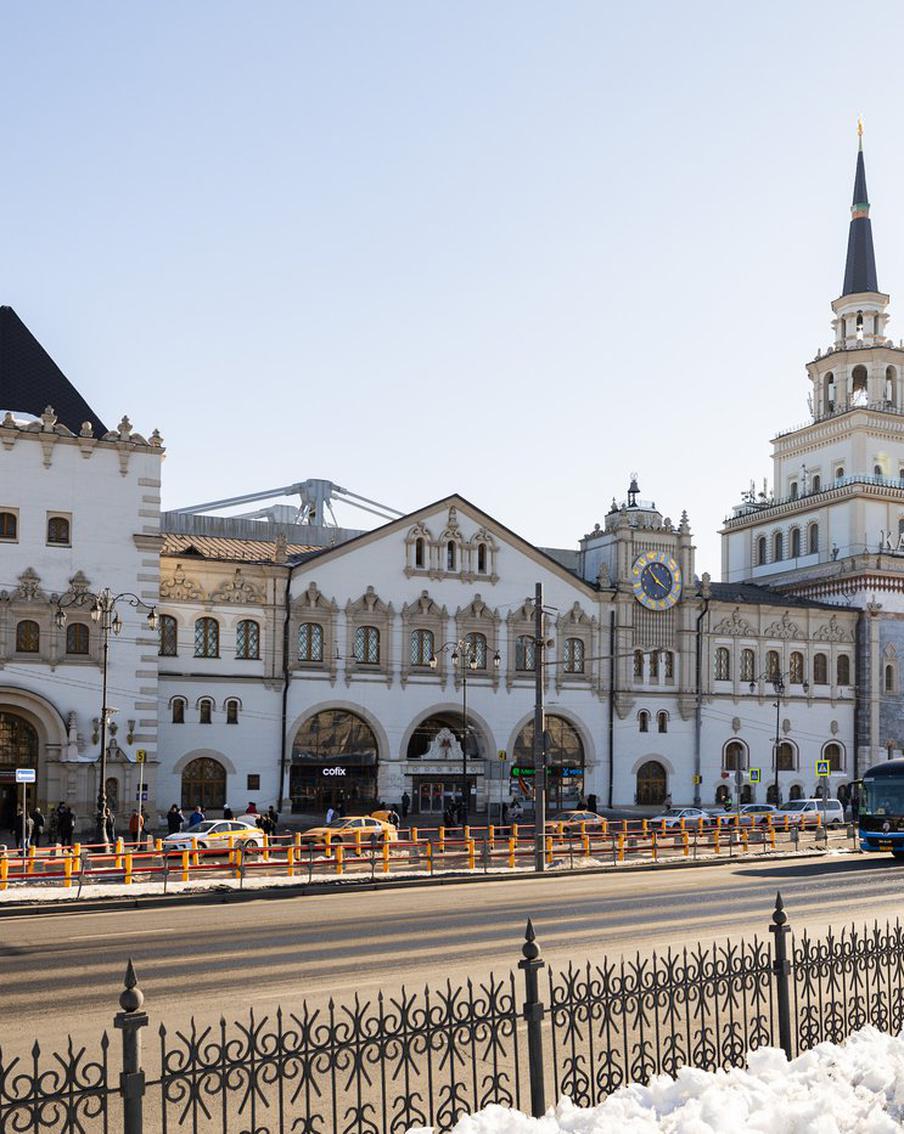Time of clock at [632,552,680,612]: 10:20
